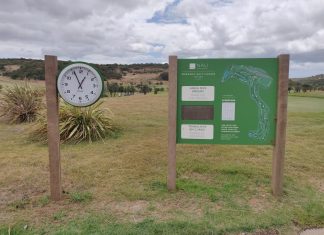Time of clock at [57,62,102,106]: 12:55
